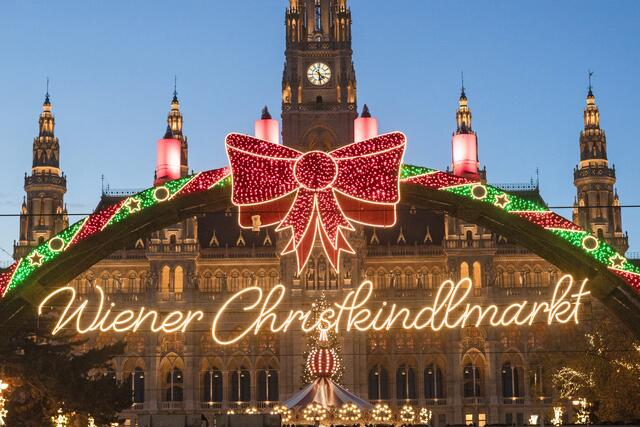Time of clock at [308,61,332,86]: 4:29
